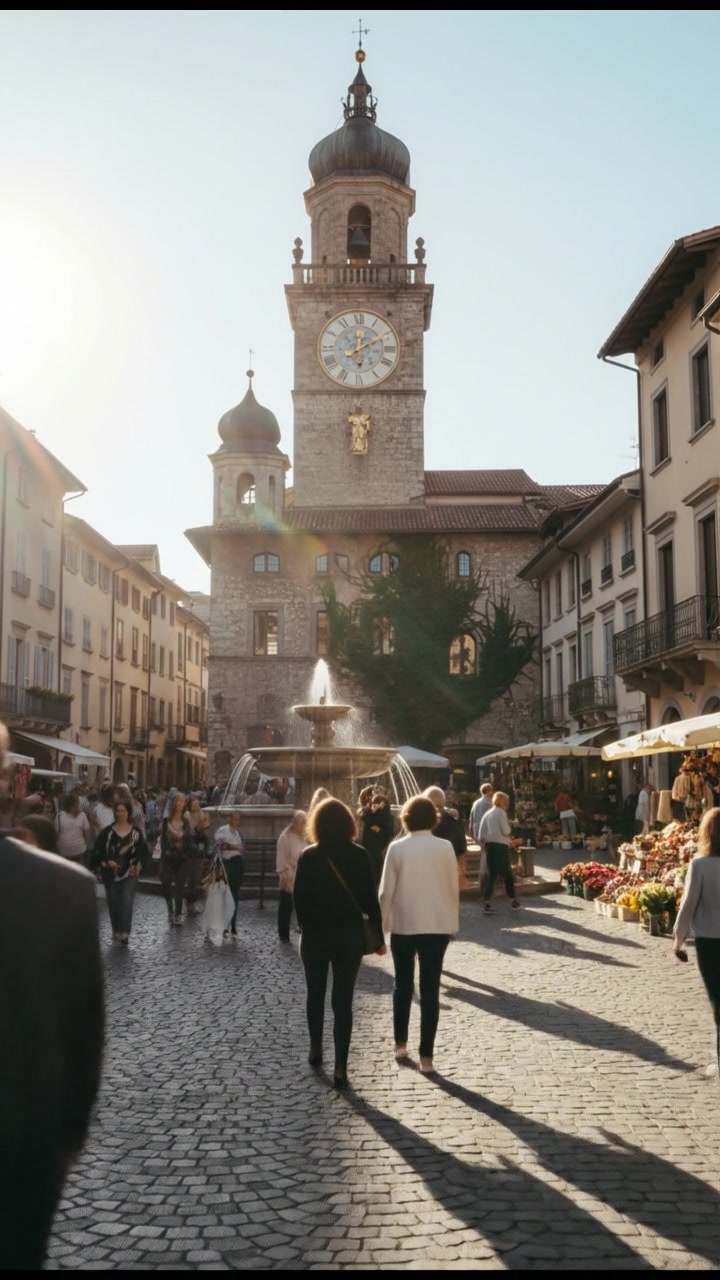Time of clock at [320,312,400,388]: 12:10
